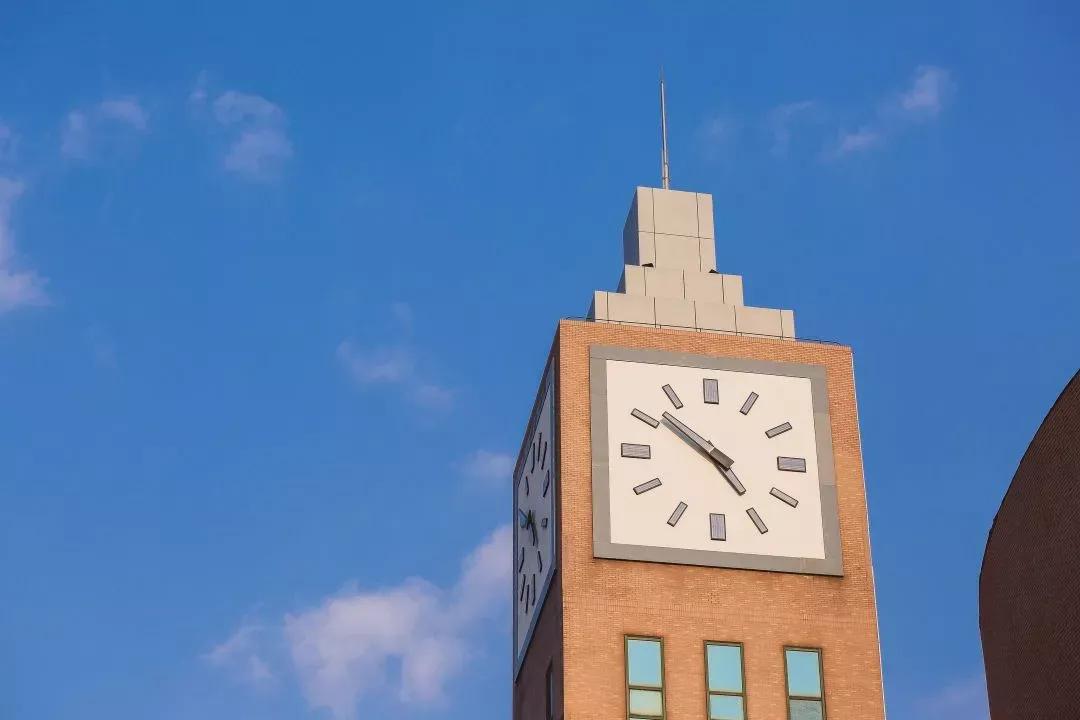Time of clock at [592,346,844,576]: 4:51
